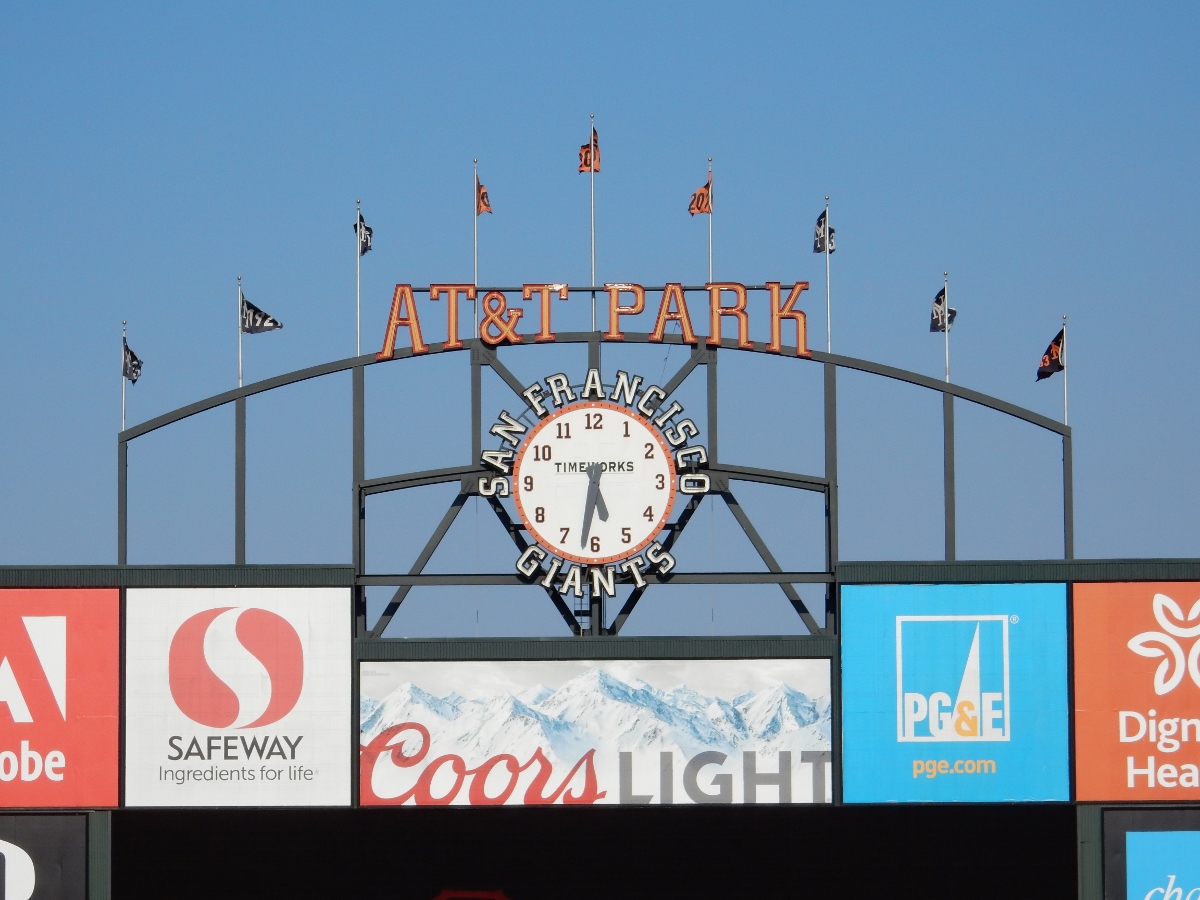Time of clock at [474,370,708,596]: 5:31
